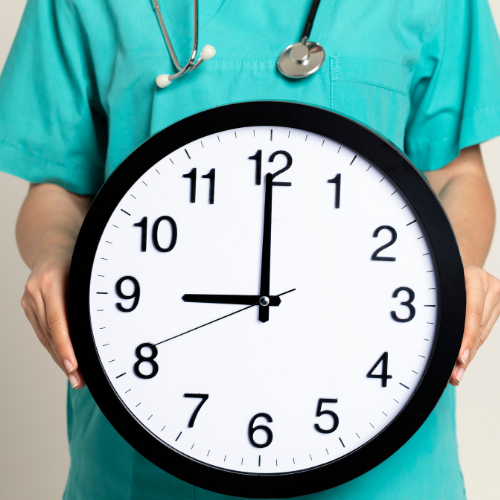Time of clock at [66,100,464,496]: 8:59
